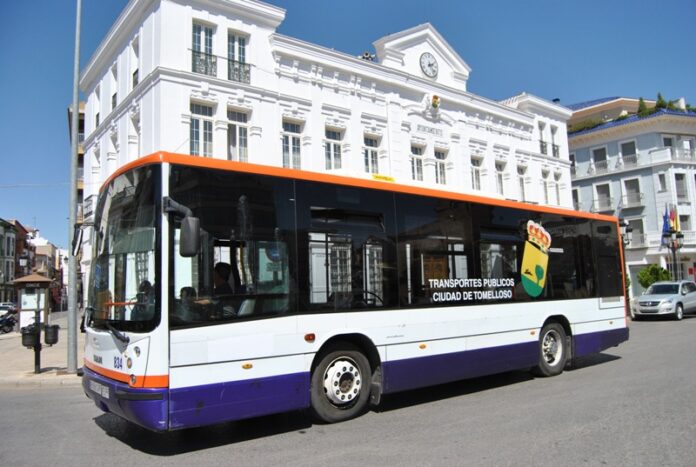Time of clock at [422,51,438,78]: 2:23
